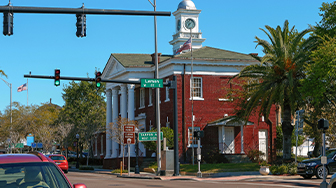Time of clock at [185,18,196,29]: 7:07
